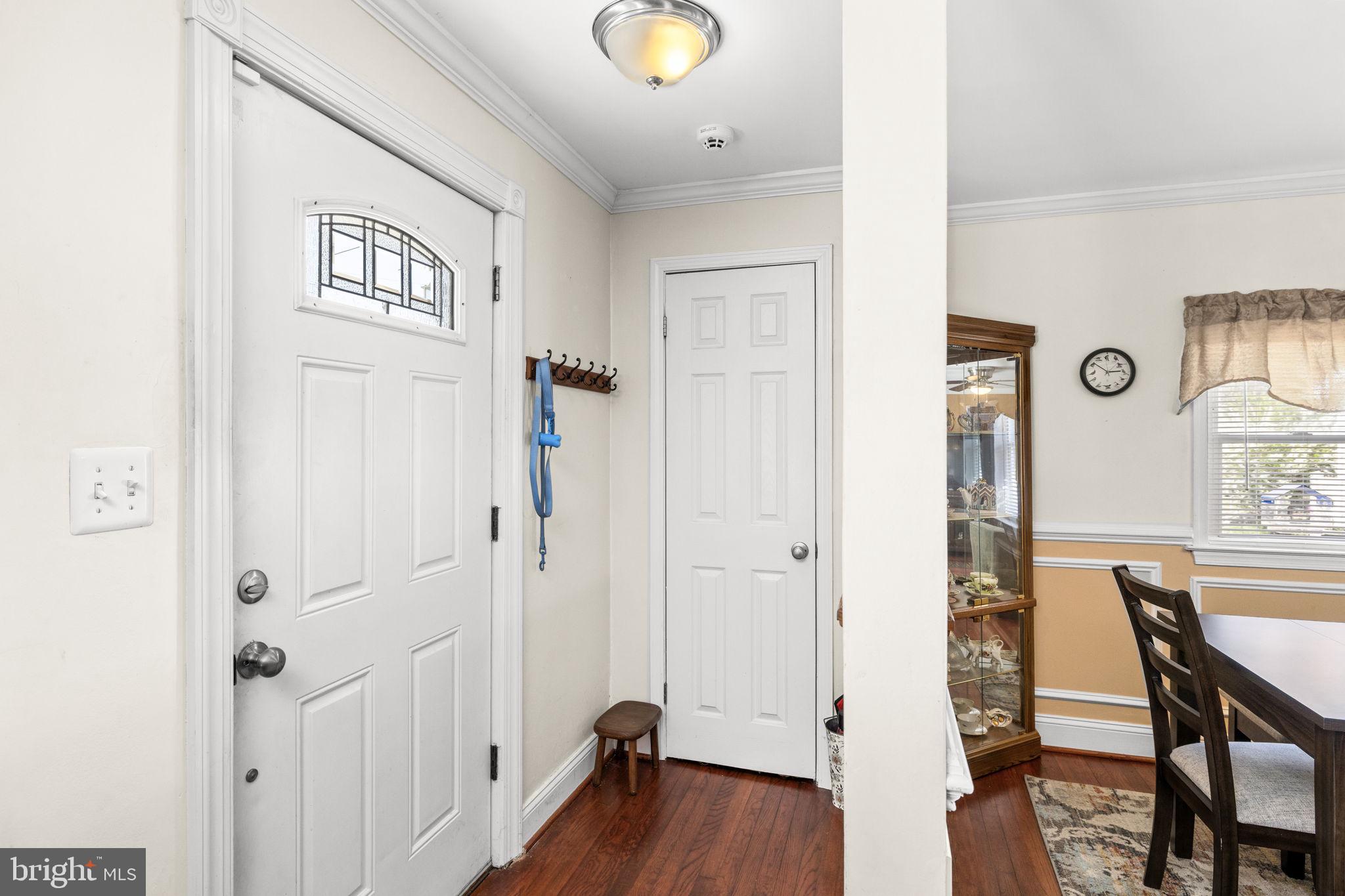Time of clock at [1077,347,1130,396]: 2:51
